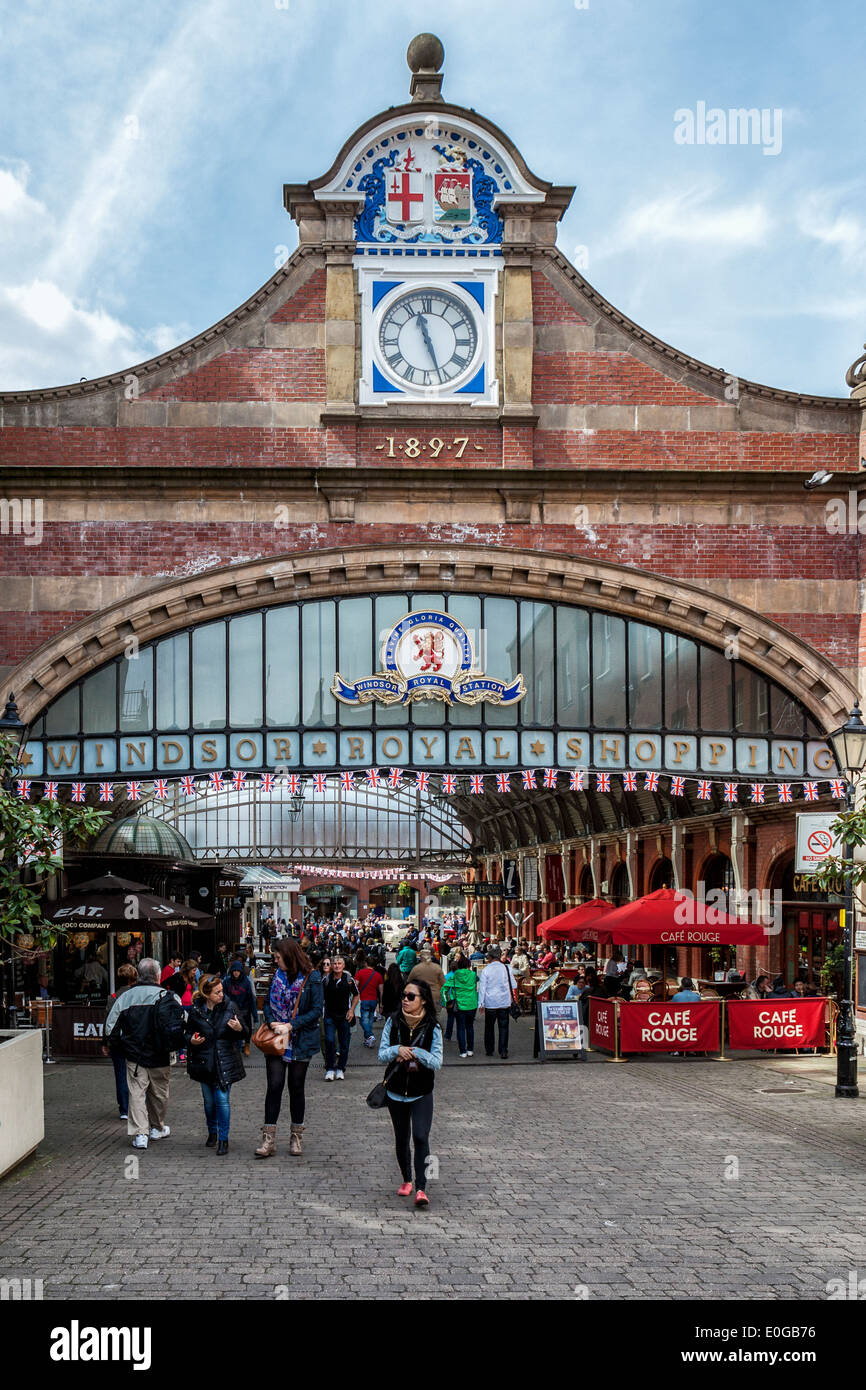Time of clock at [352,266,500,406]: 11:26
